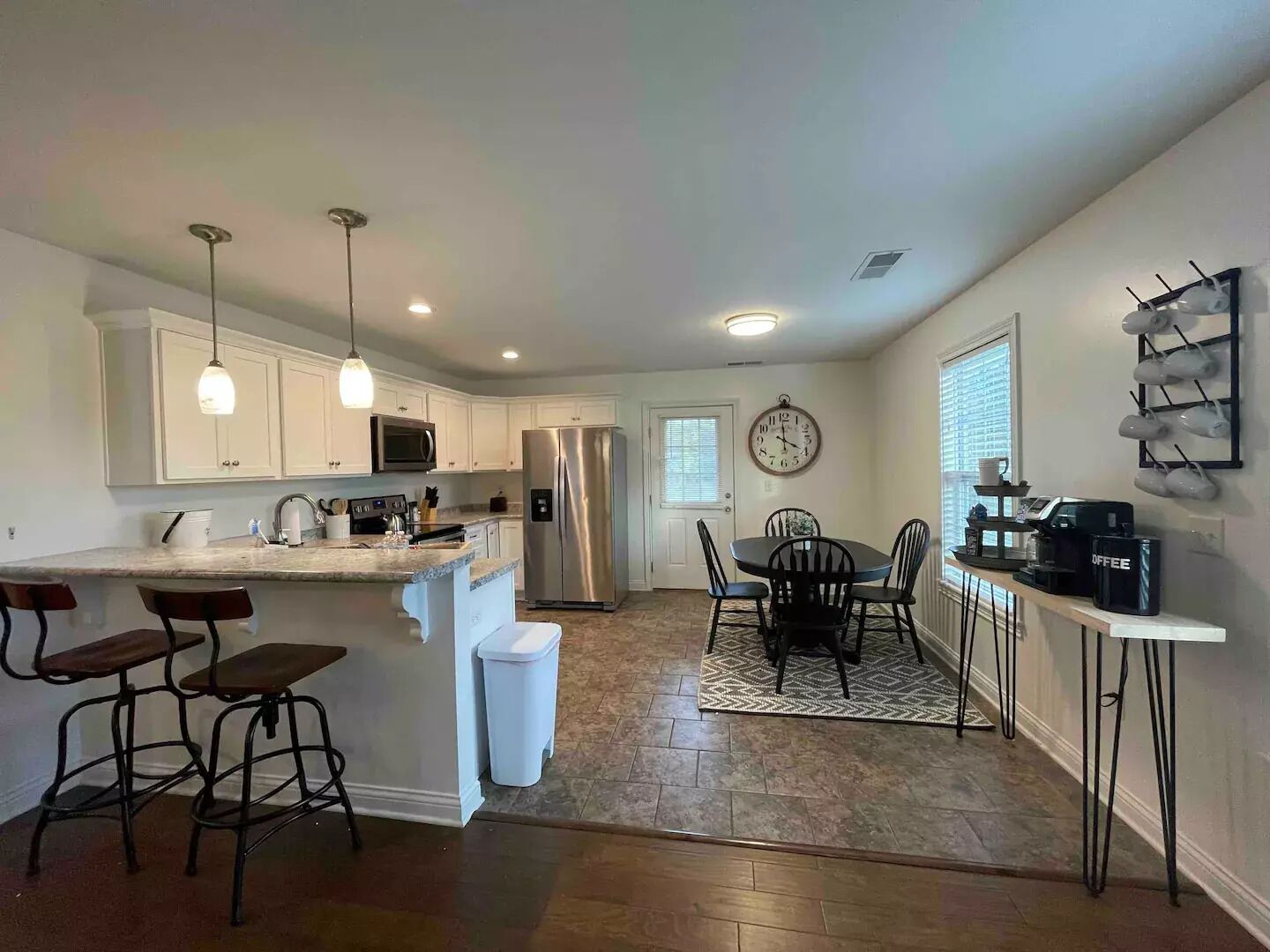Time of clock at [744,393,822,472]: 3:59
